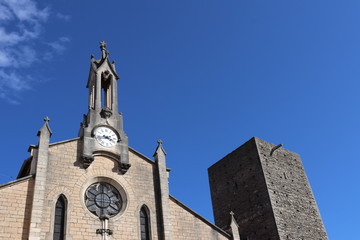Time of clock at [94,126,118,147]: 3:42
